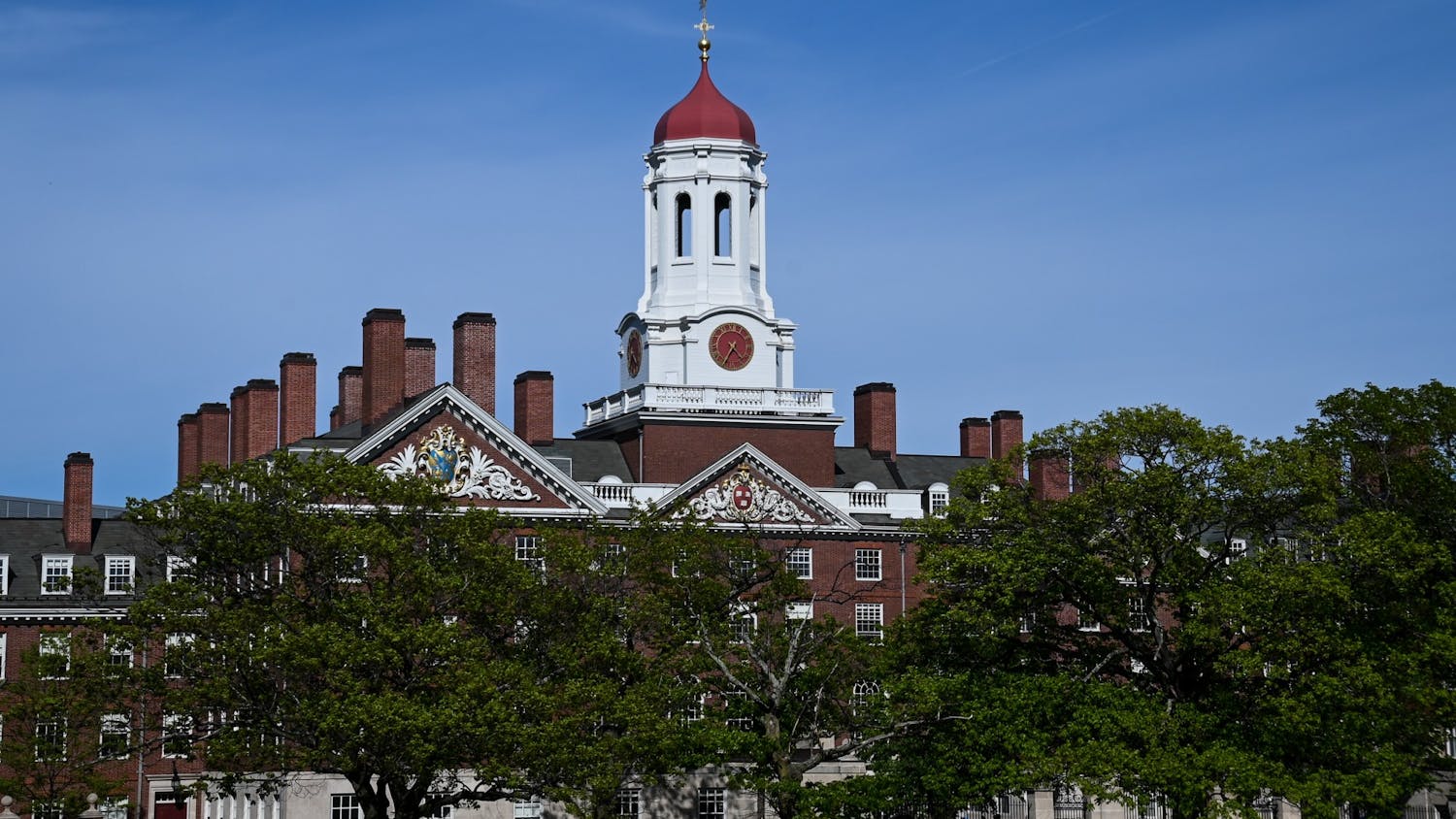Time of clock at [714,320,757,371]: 4:35
